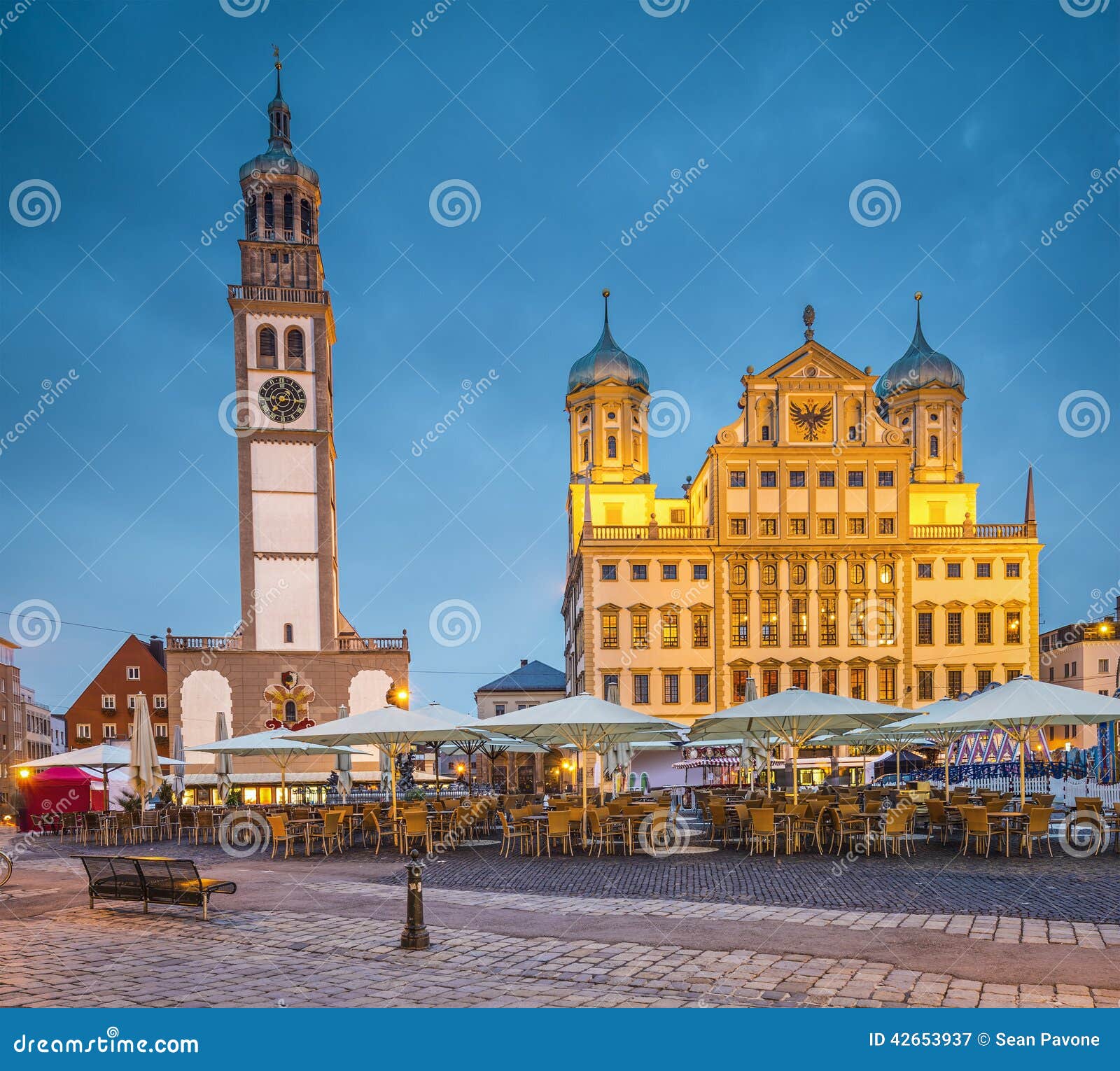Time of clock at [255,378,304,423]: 7:15
